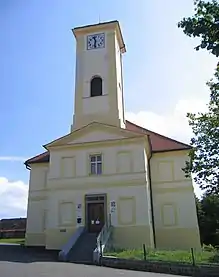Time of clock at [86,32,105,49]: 11:32
